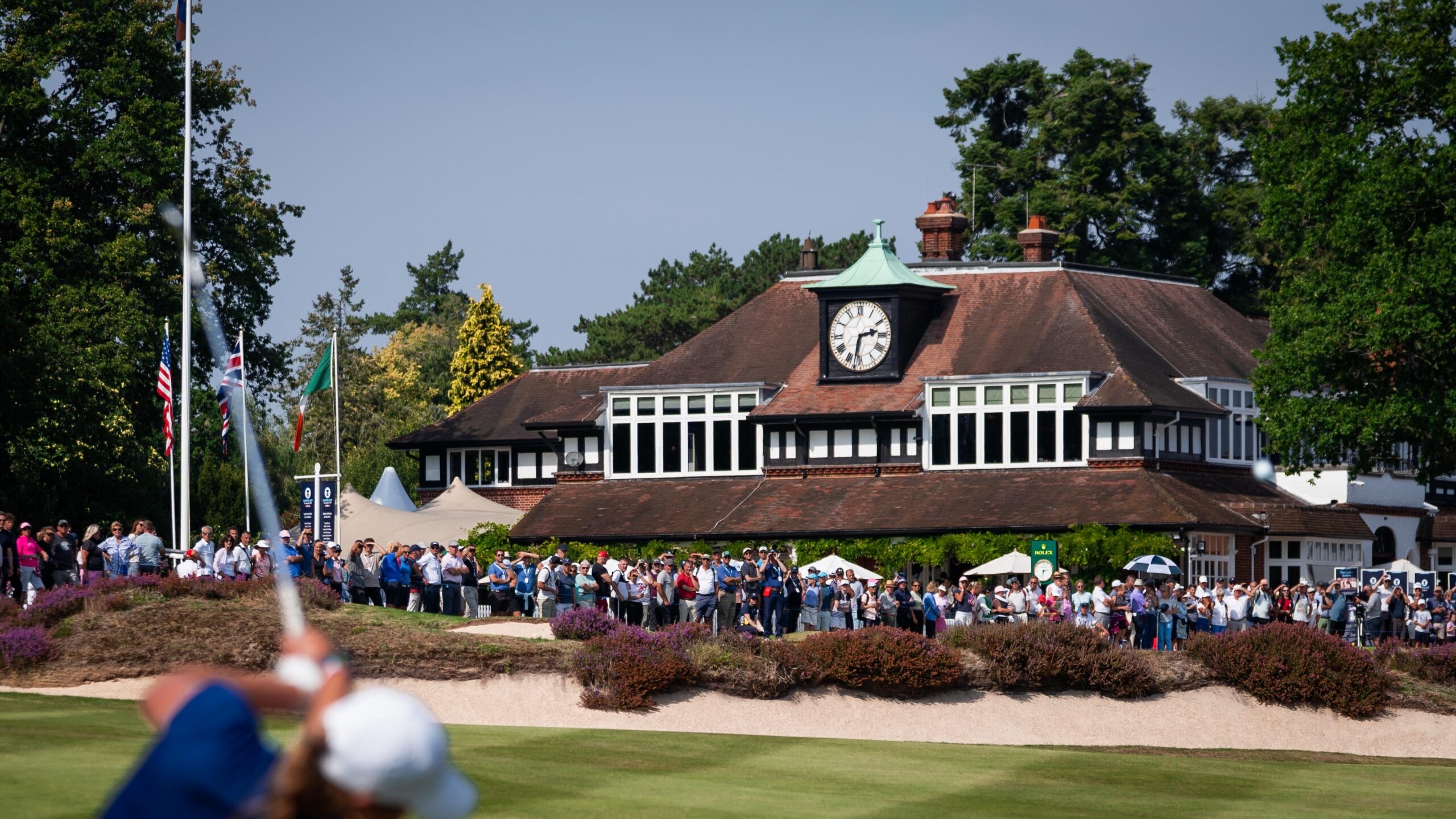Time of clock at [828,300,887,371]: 2:32
